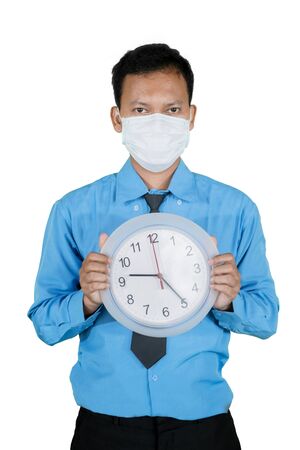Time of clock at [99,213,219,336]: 9:24
